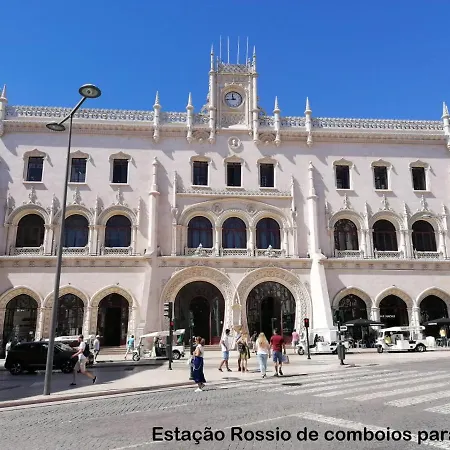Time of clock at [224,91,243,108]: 11:44
